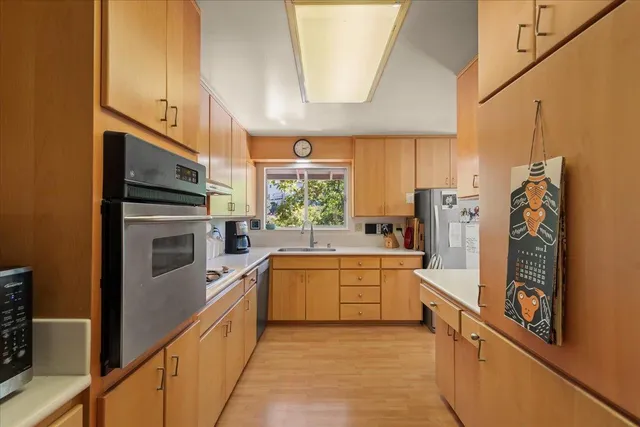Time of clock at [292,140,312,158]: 3:12
